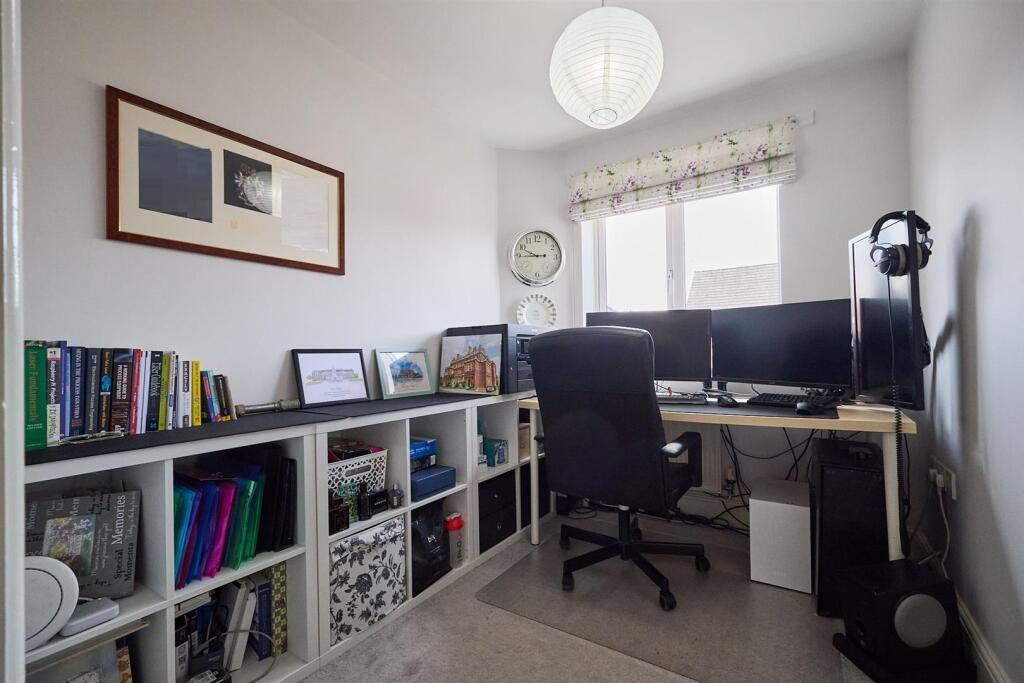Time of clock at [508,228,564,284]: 9:44
